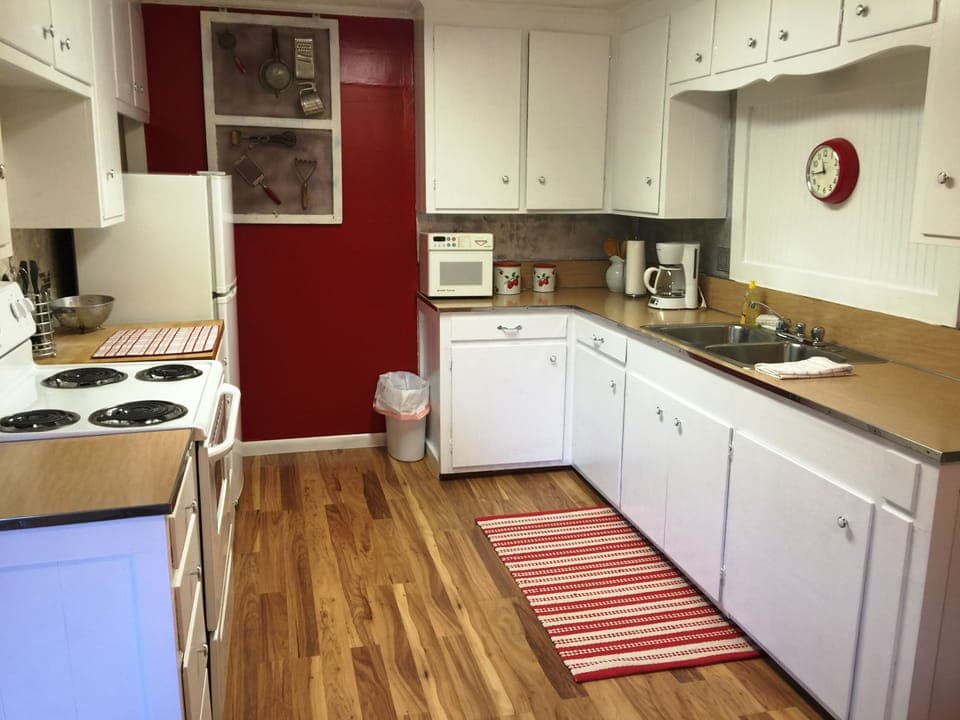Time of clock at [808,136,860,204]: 11:43
